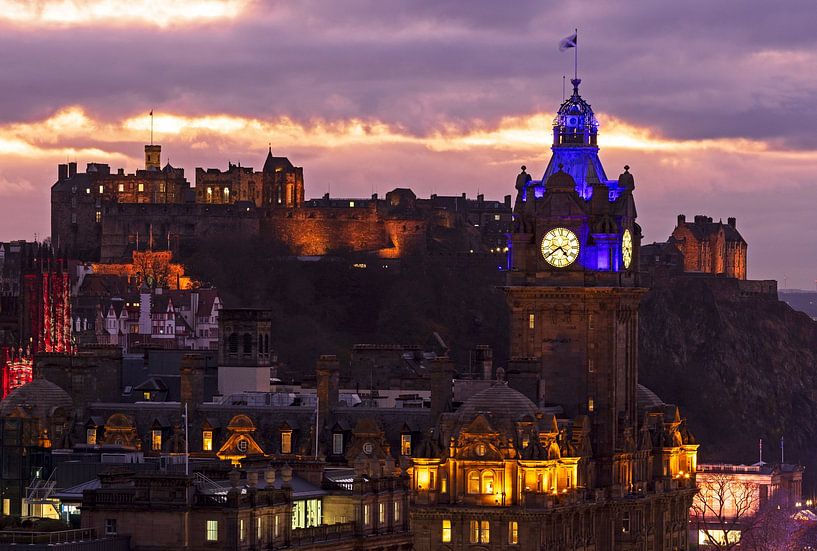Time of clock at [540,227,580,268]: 4:39
